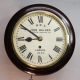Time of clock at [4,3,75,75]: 8:50
